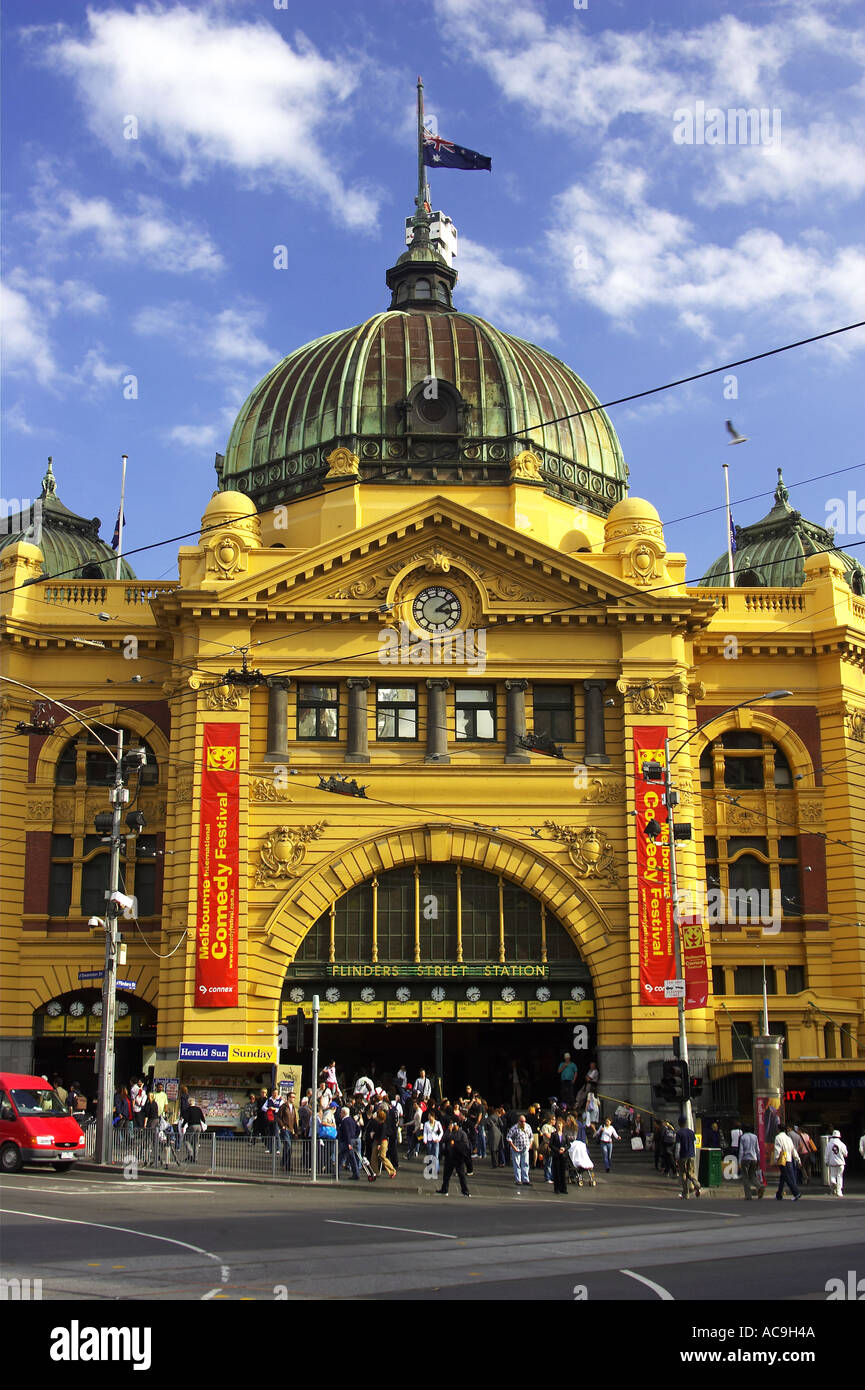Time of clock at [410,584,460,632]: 3:08
